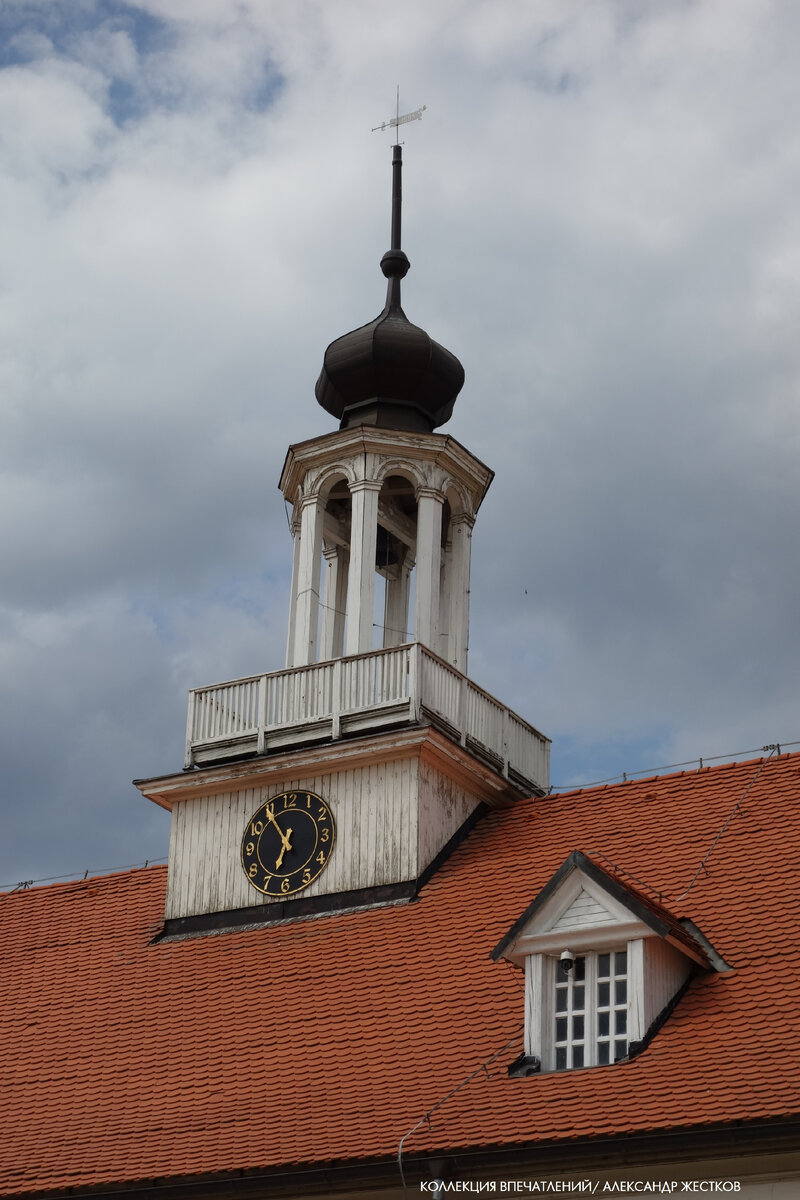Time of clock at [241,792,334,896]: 6:54
